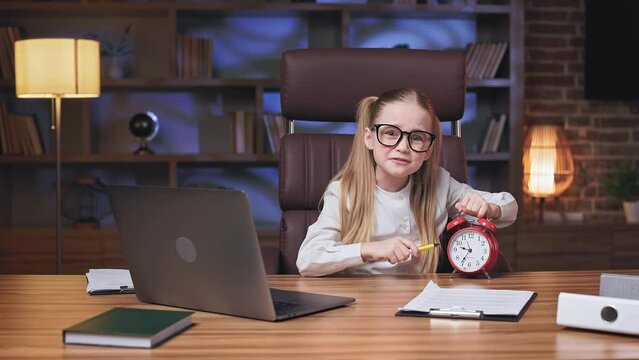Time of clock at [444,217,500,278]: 9:35
